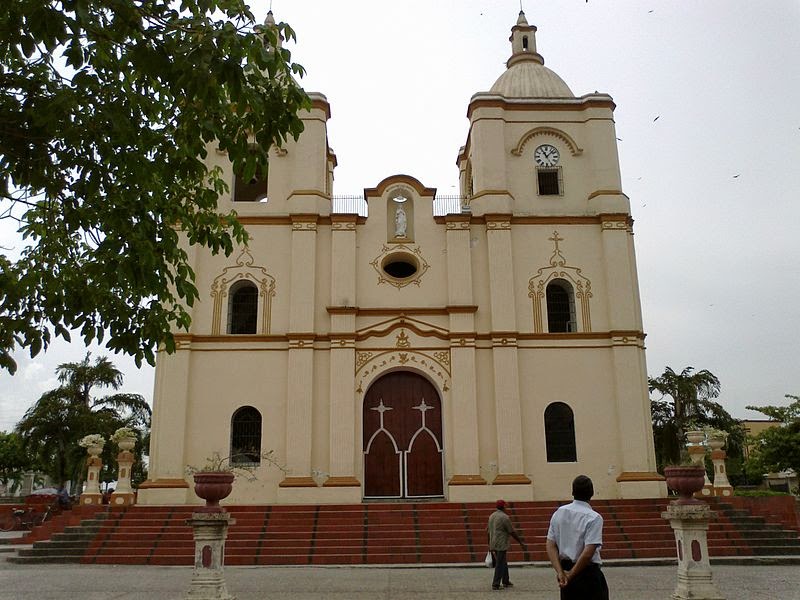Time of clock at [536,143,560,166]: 11:07
